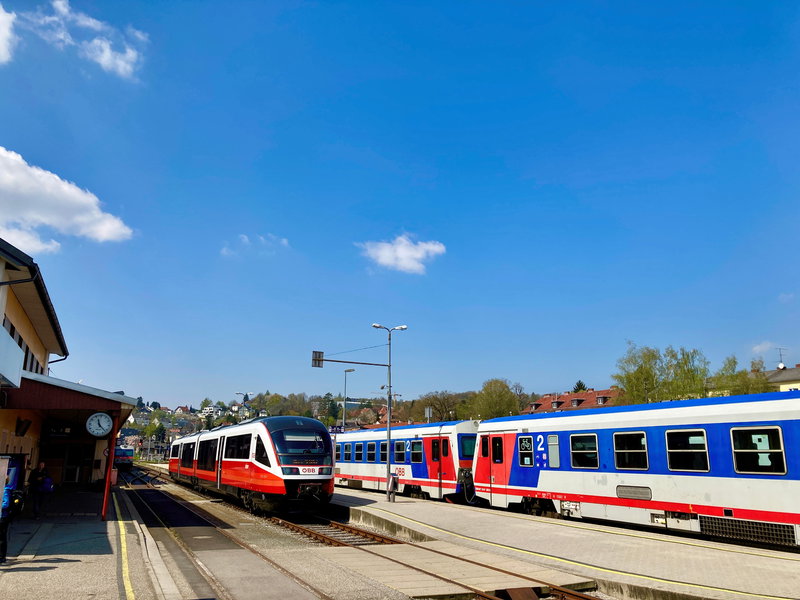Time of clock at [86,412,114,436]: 11:22
